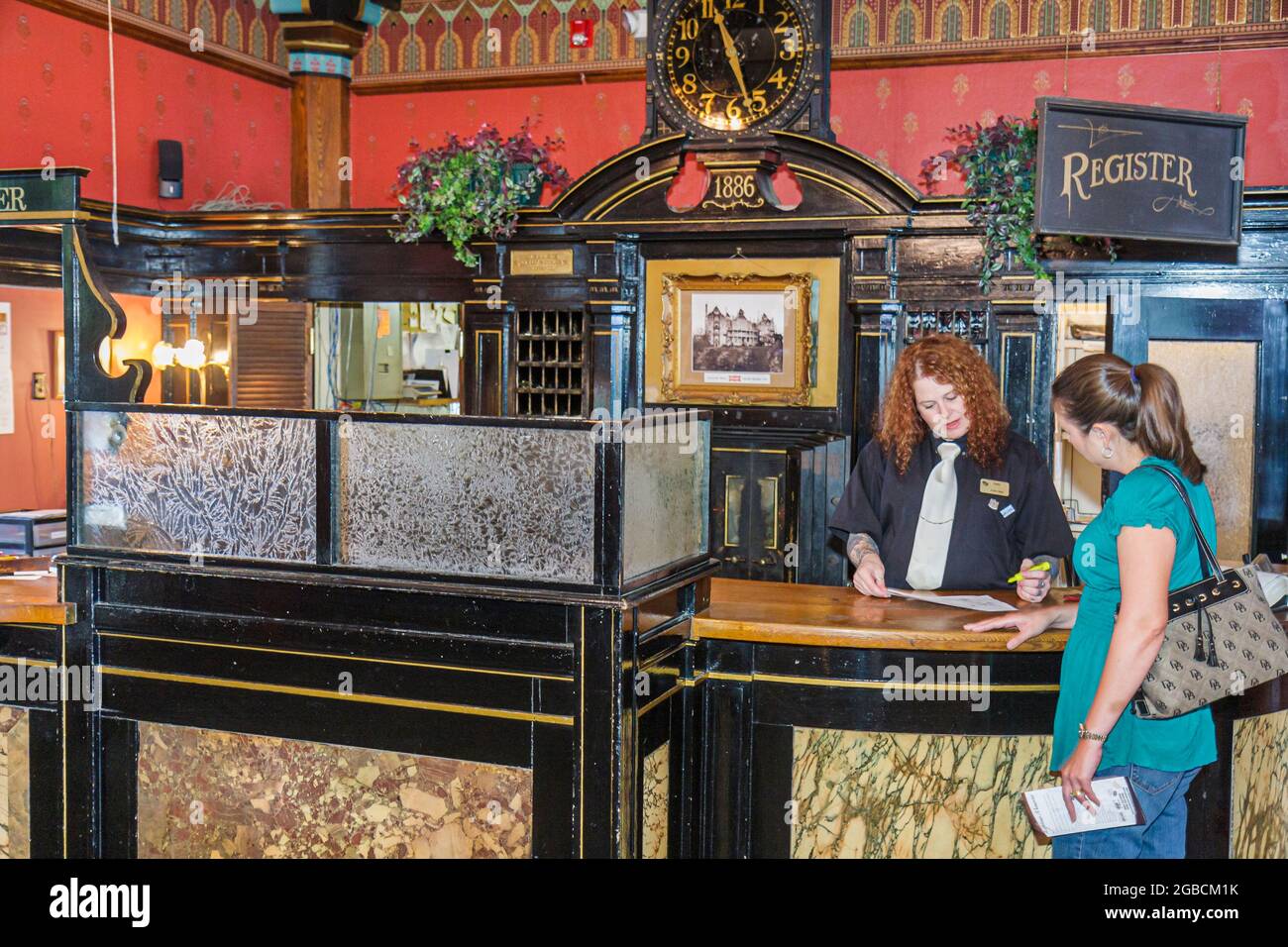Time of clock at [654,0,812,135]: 11:26
